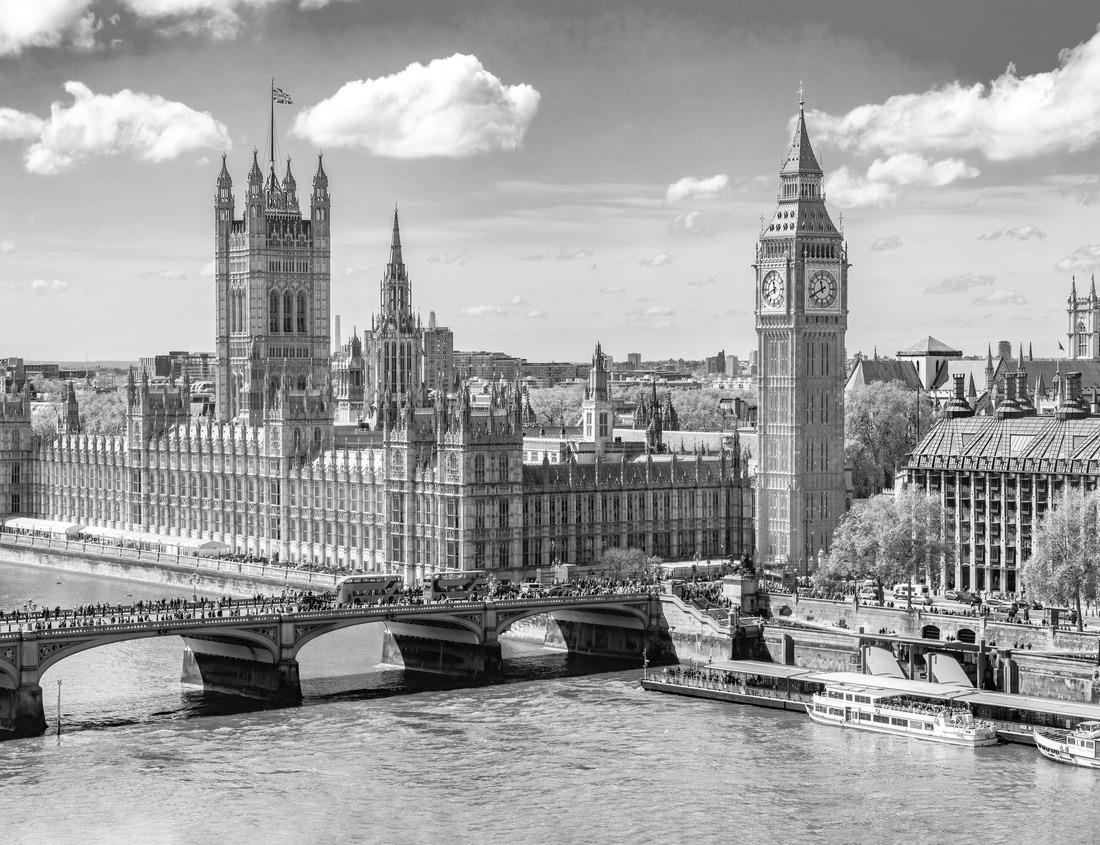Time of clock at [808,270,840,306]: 11:40
